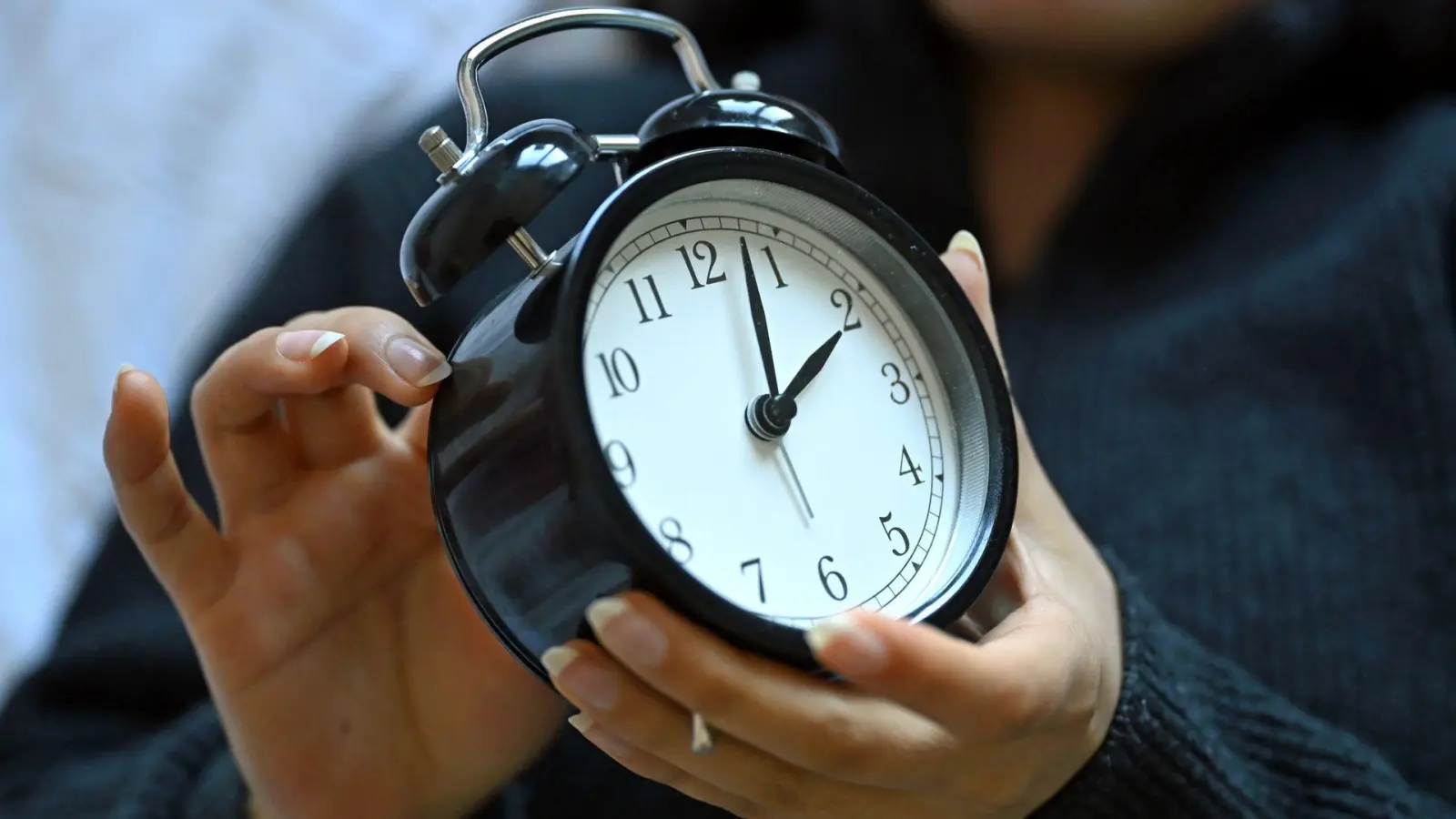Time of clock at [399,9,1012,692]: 2:03
